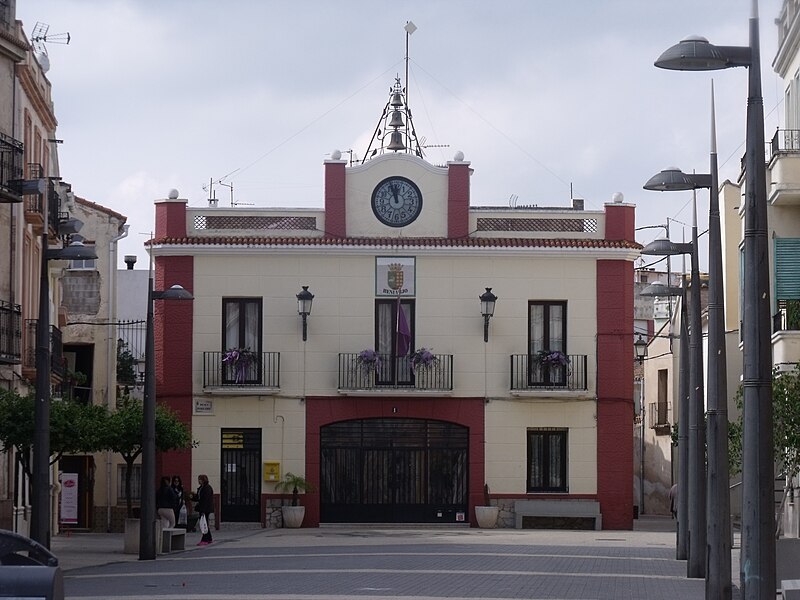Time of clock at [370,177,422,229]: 11:57
